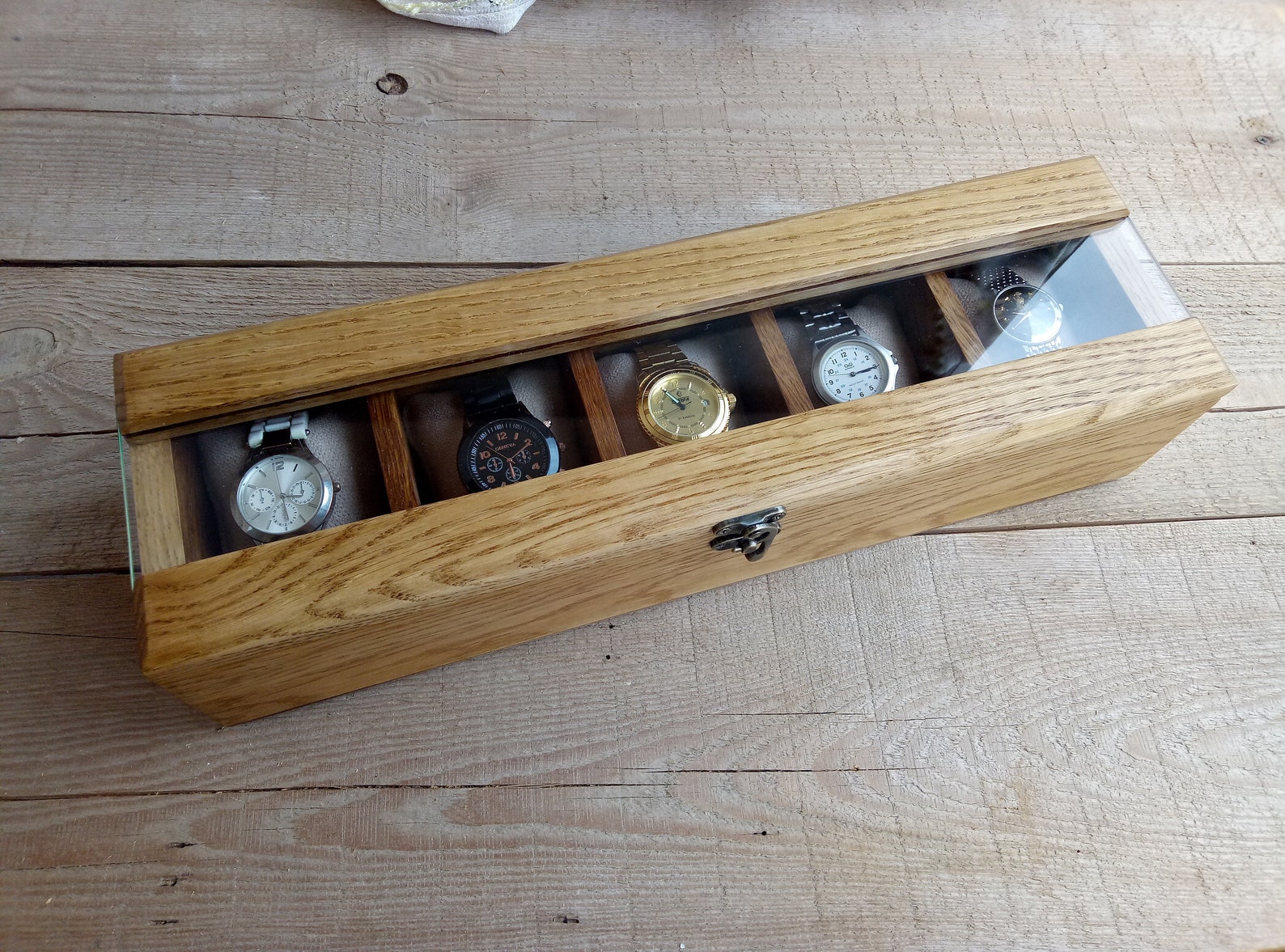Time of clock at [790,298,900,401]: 3:15
